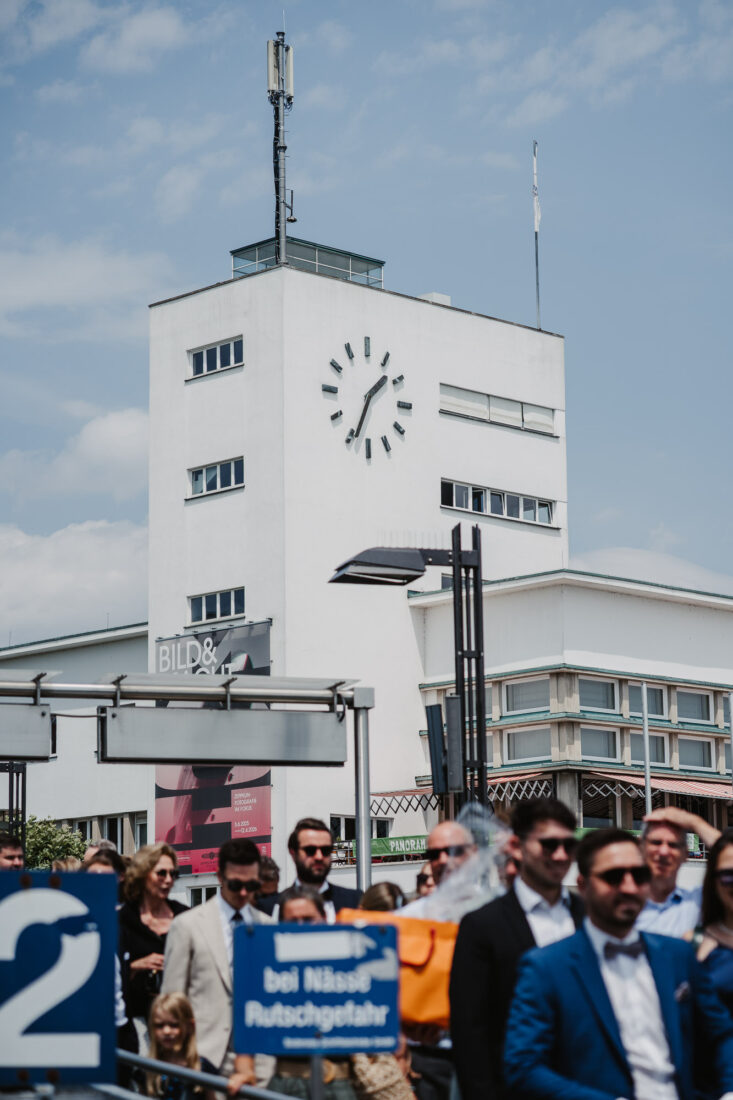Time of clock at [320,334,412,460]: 1:33
